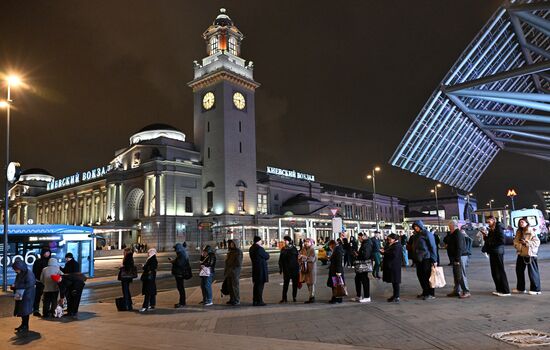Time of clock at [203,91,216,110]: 8:27
